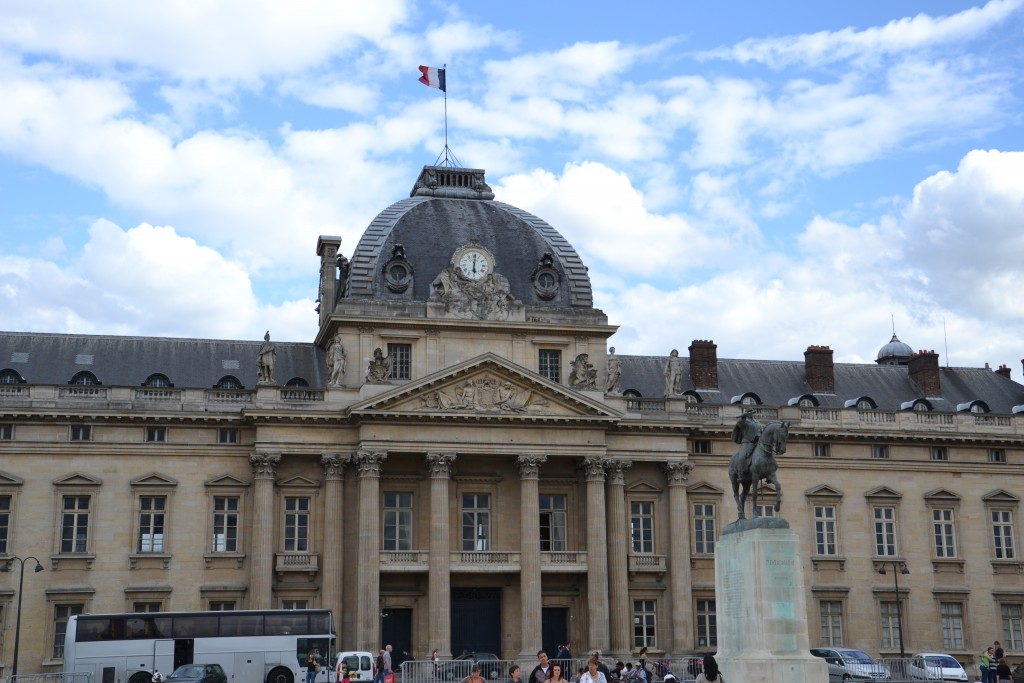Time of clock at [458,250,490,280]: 6:01
